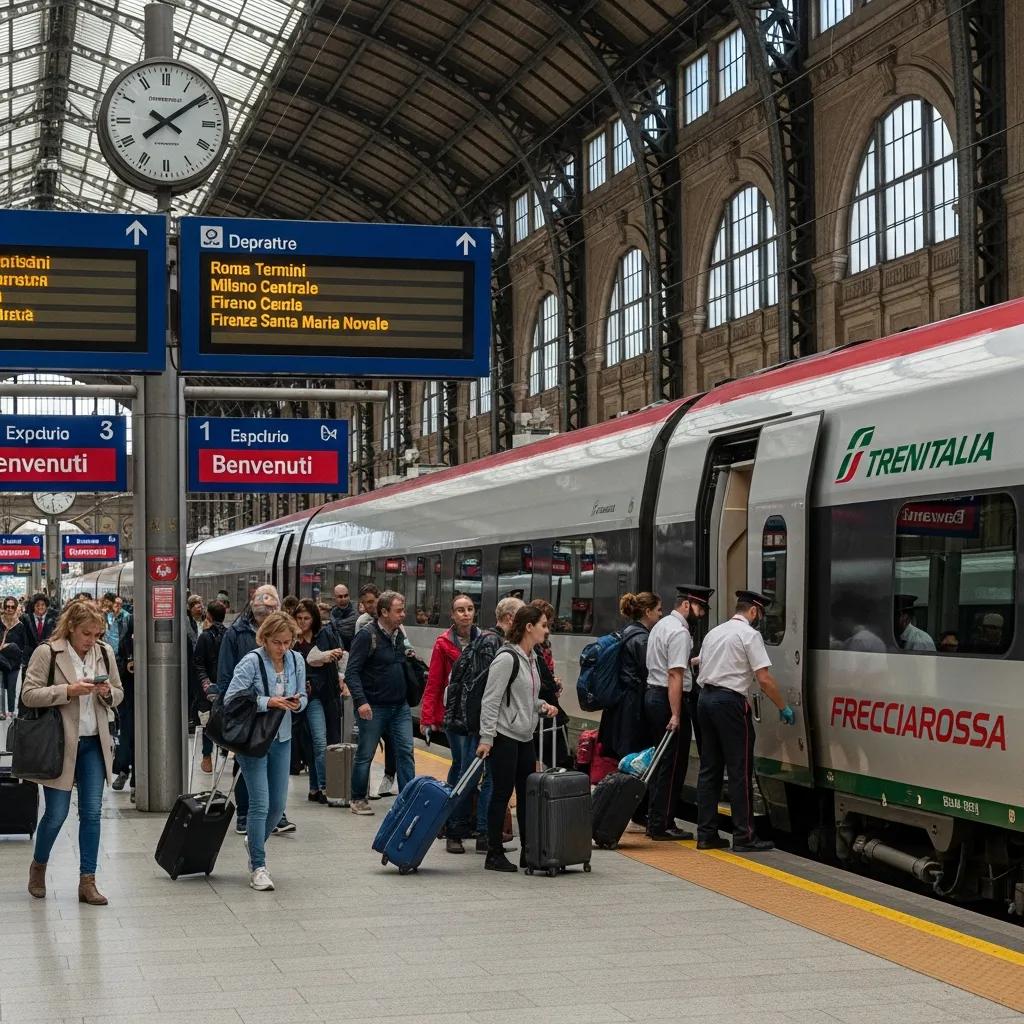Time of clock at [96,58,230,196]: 10:08
